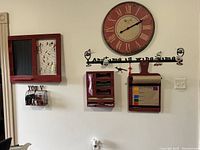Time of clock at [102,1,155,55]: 8:10
